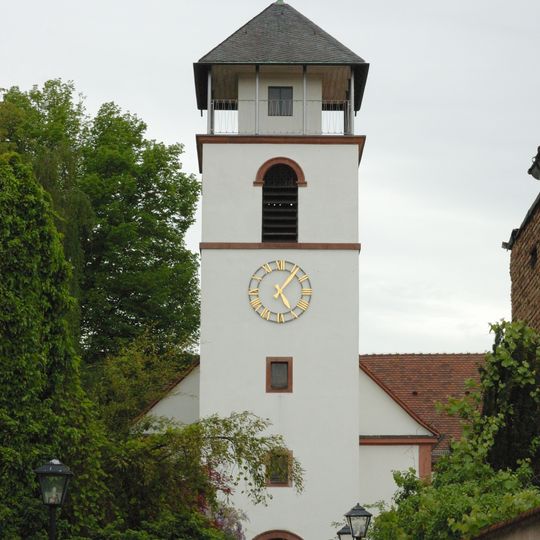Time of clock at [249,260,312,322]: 5:06
